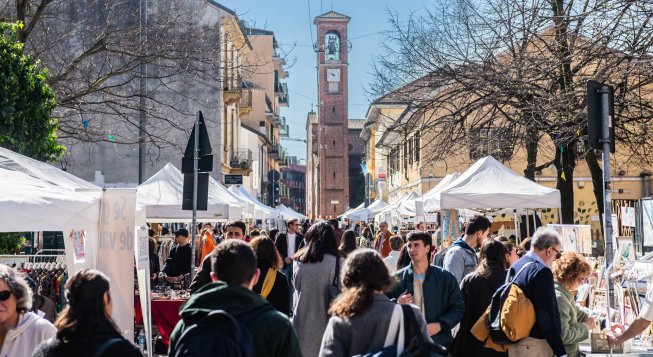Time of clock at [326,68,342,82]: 10:48
